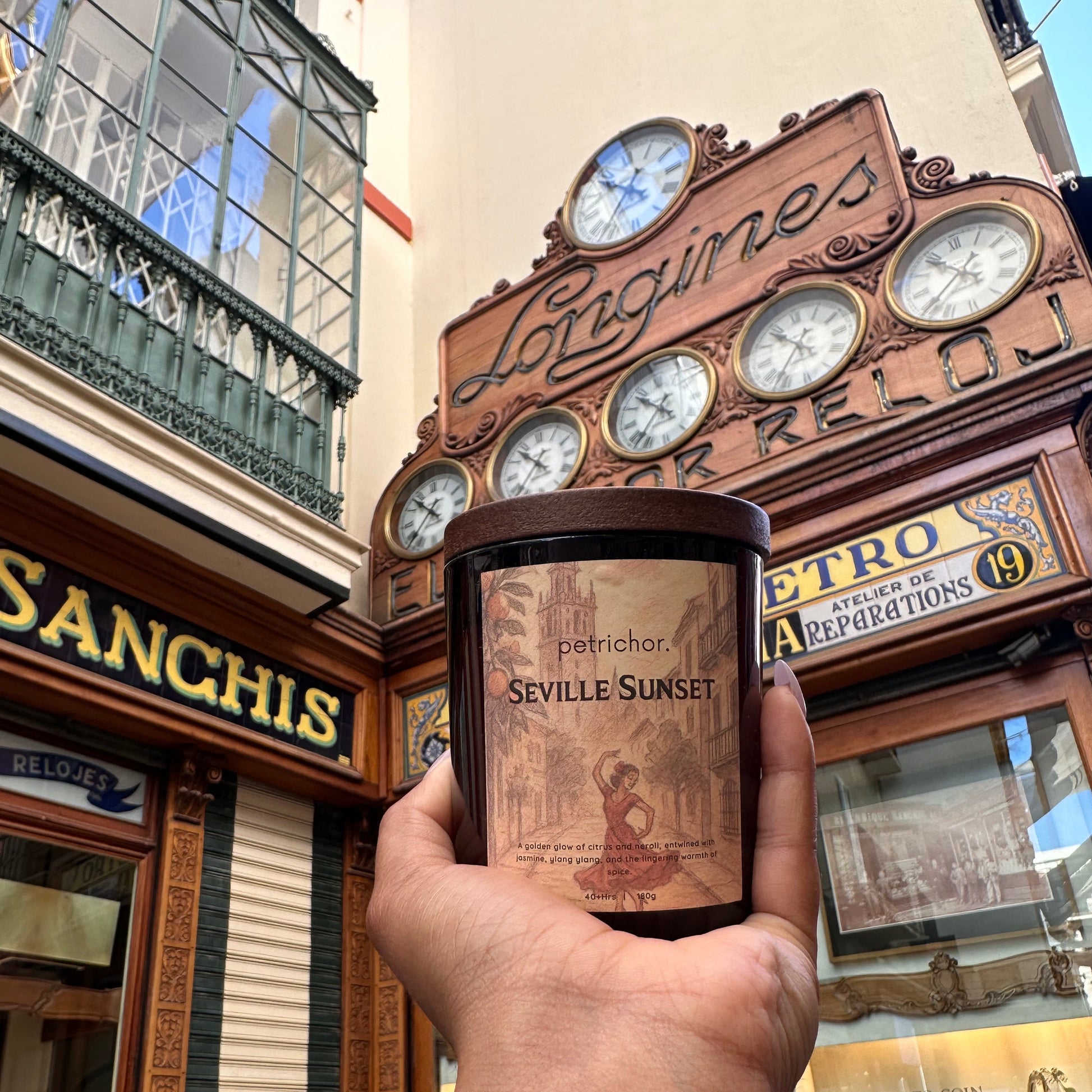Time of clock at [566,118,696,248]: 9:32
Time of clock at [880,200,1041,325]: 9:34
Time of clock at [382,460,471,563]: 10:37
